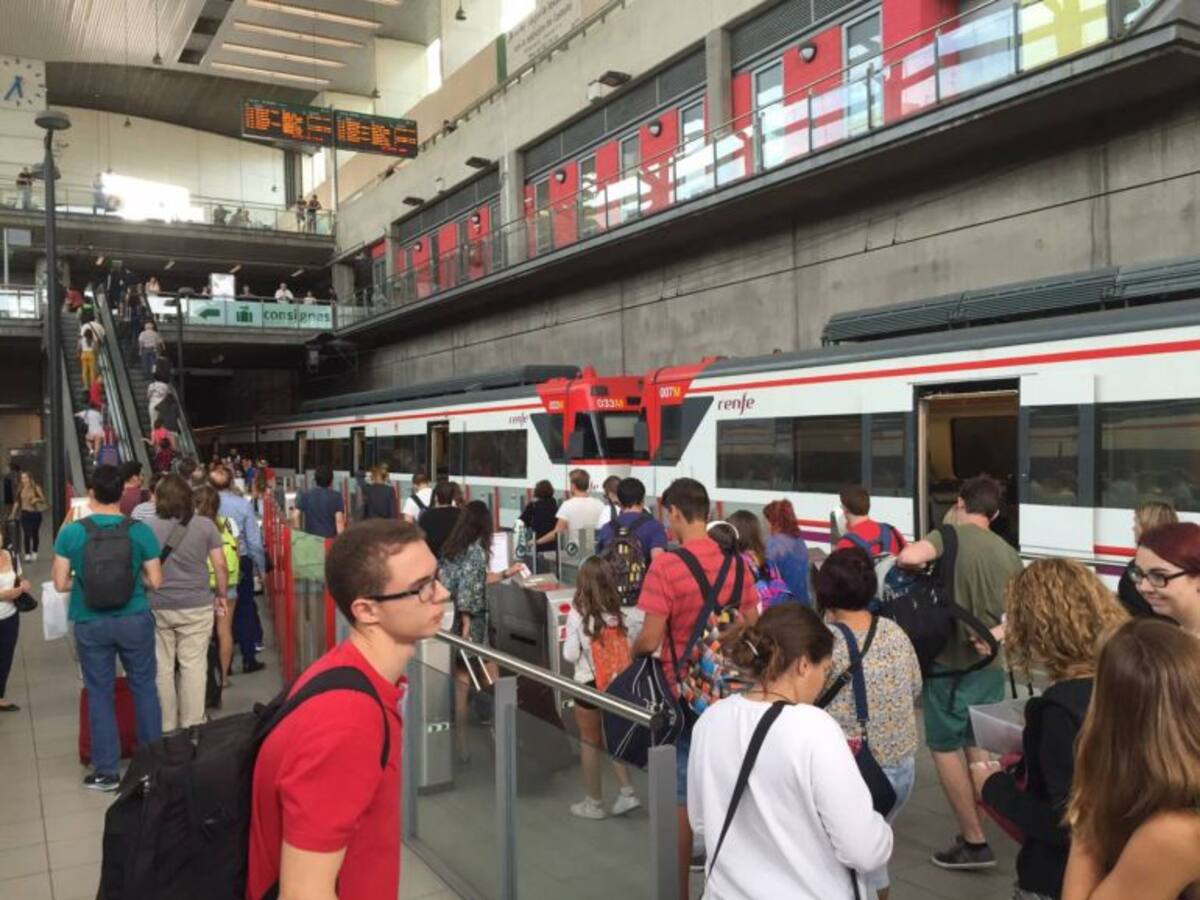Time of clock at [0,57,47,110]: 5:35
